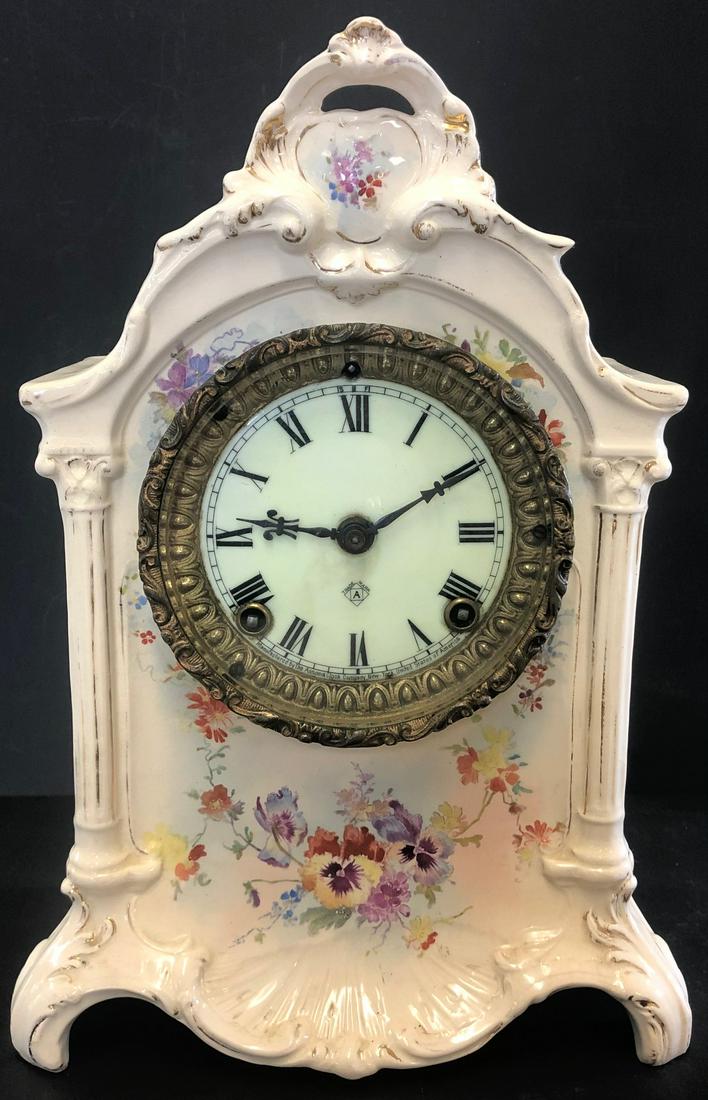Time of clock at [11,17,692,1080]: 9:10
